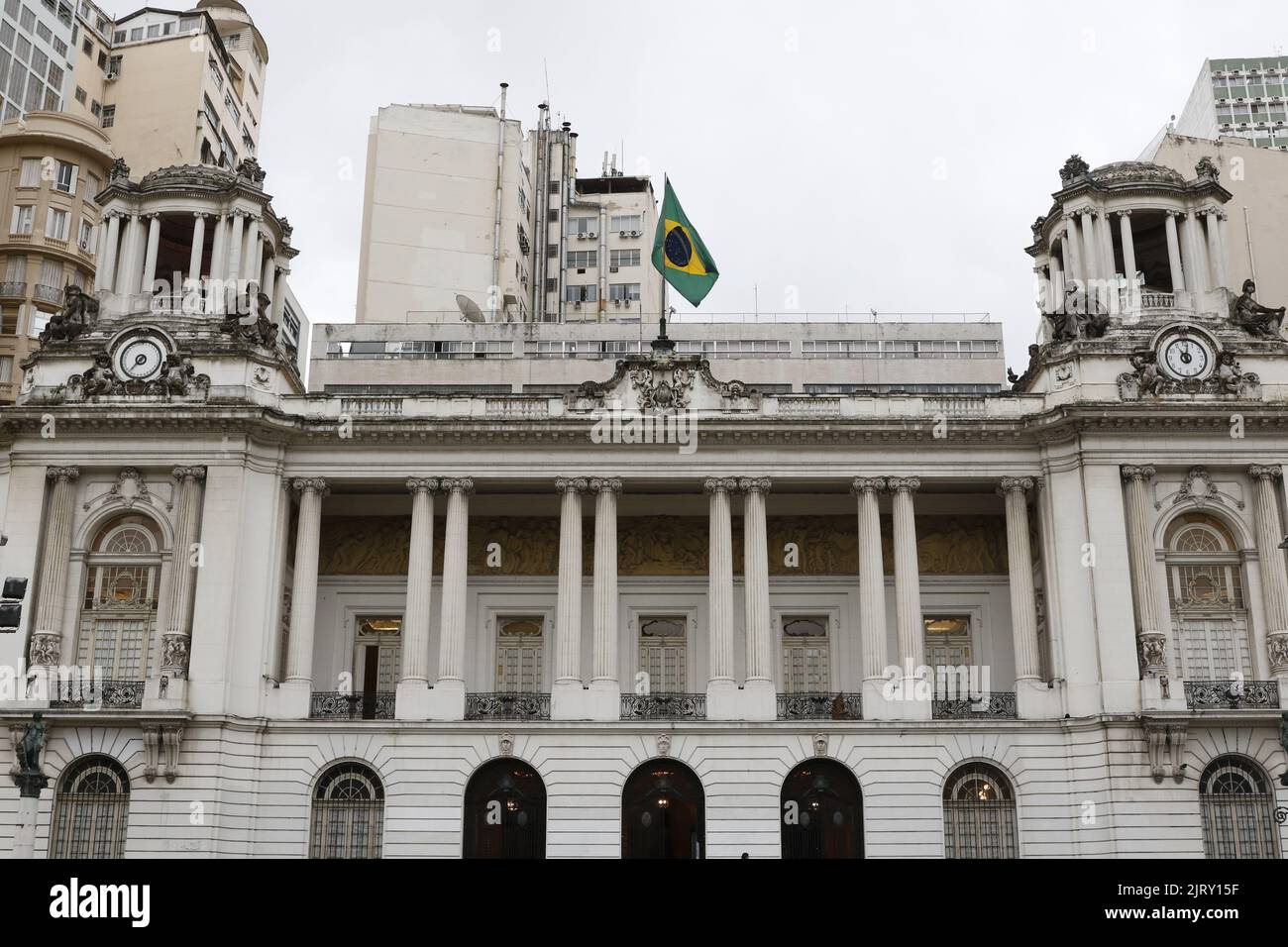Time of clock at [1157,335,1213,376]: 11:02
